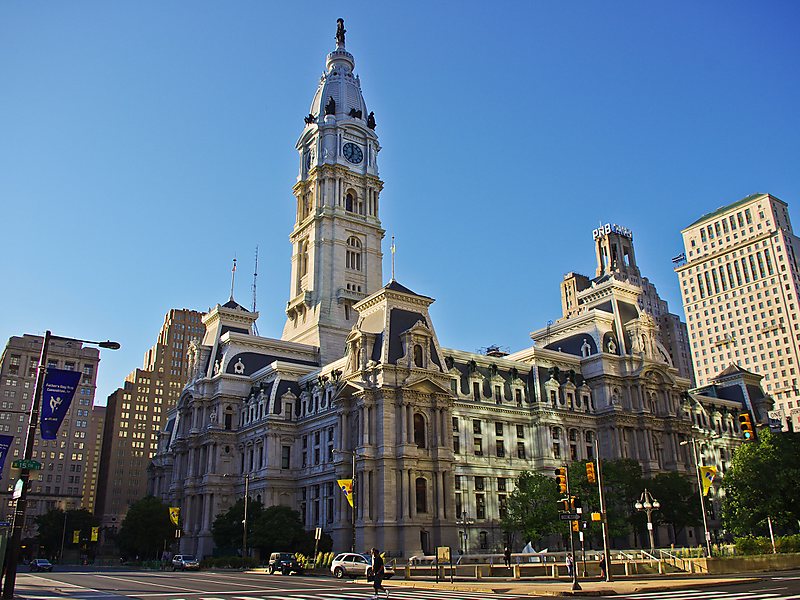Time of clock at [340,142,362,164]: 11:35
